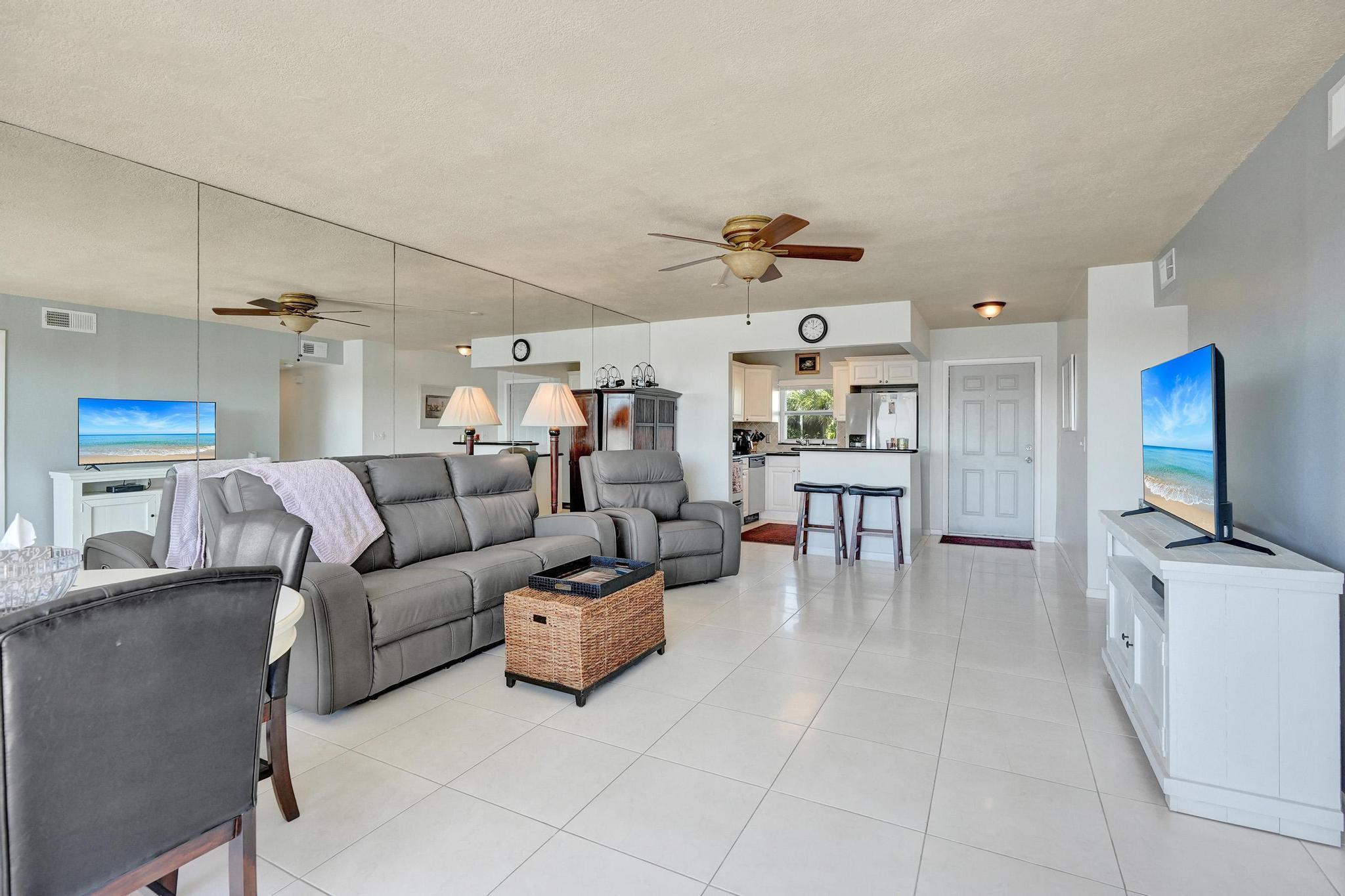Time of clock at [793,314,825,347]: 2:01
